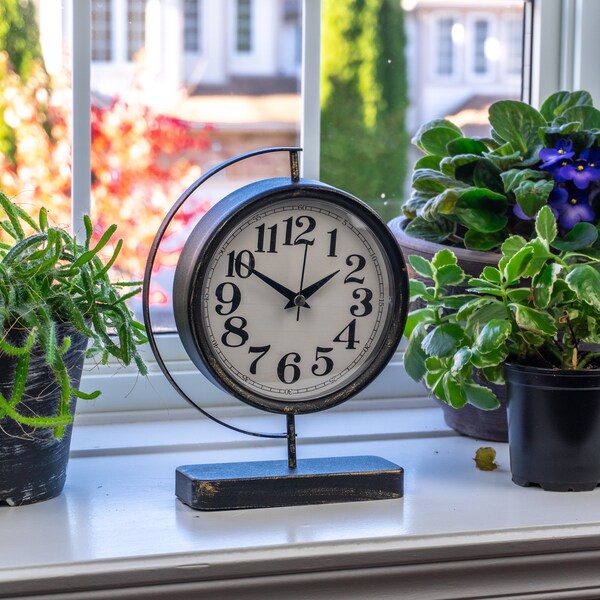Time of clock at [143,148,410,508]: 1:50
